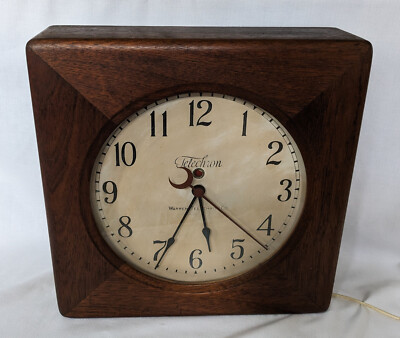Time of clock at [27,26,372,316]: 5:34
